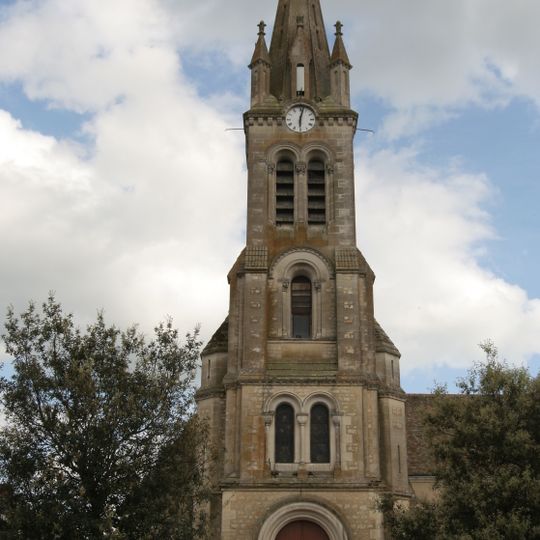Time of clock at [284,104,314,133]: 6:02
